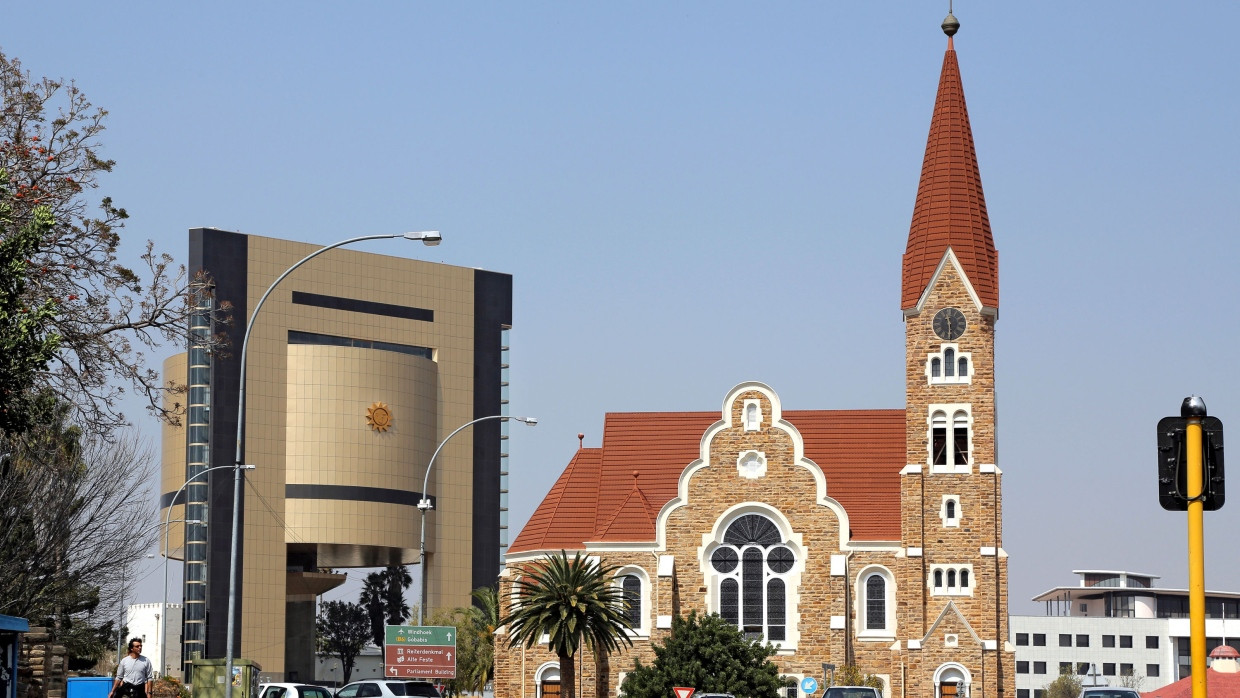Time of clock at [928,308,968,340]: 11:29
